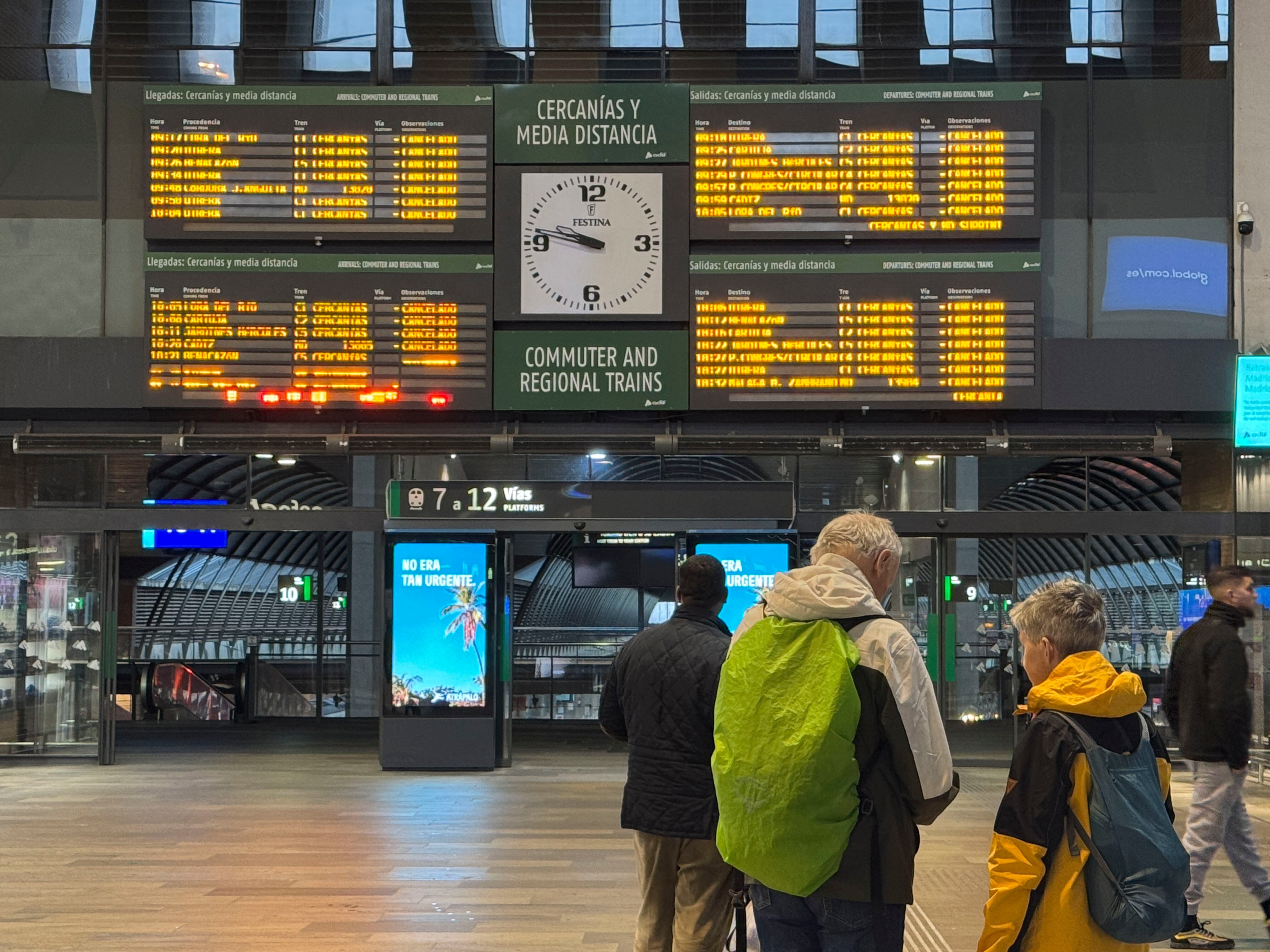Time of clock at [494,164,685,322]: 9:46
